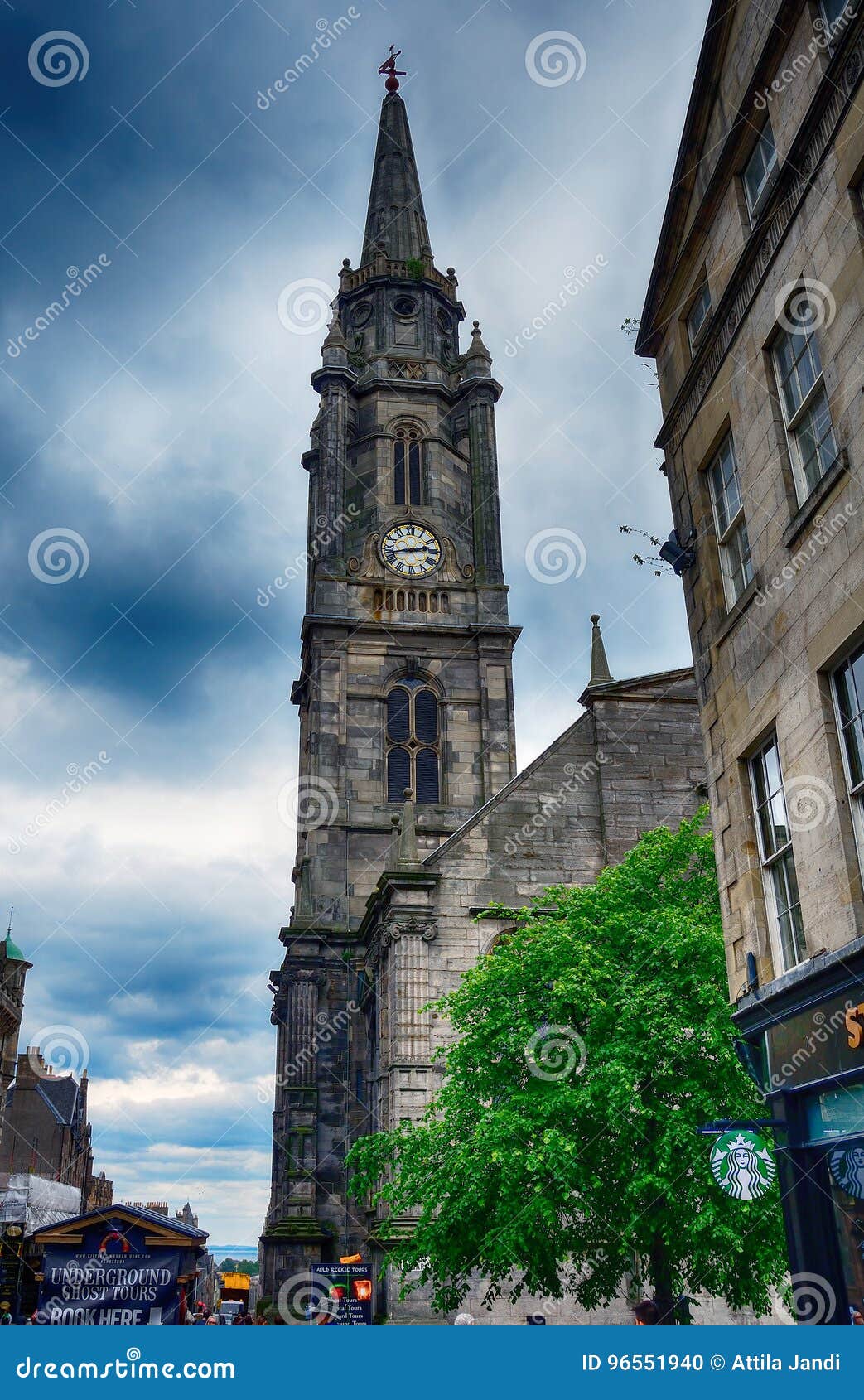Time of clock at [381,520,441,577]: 2:42
